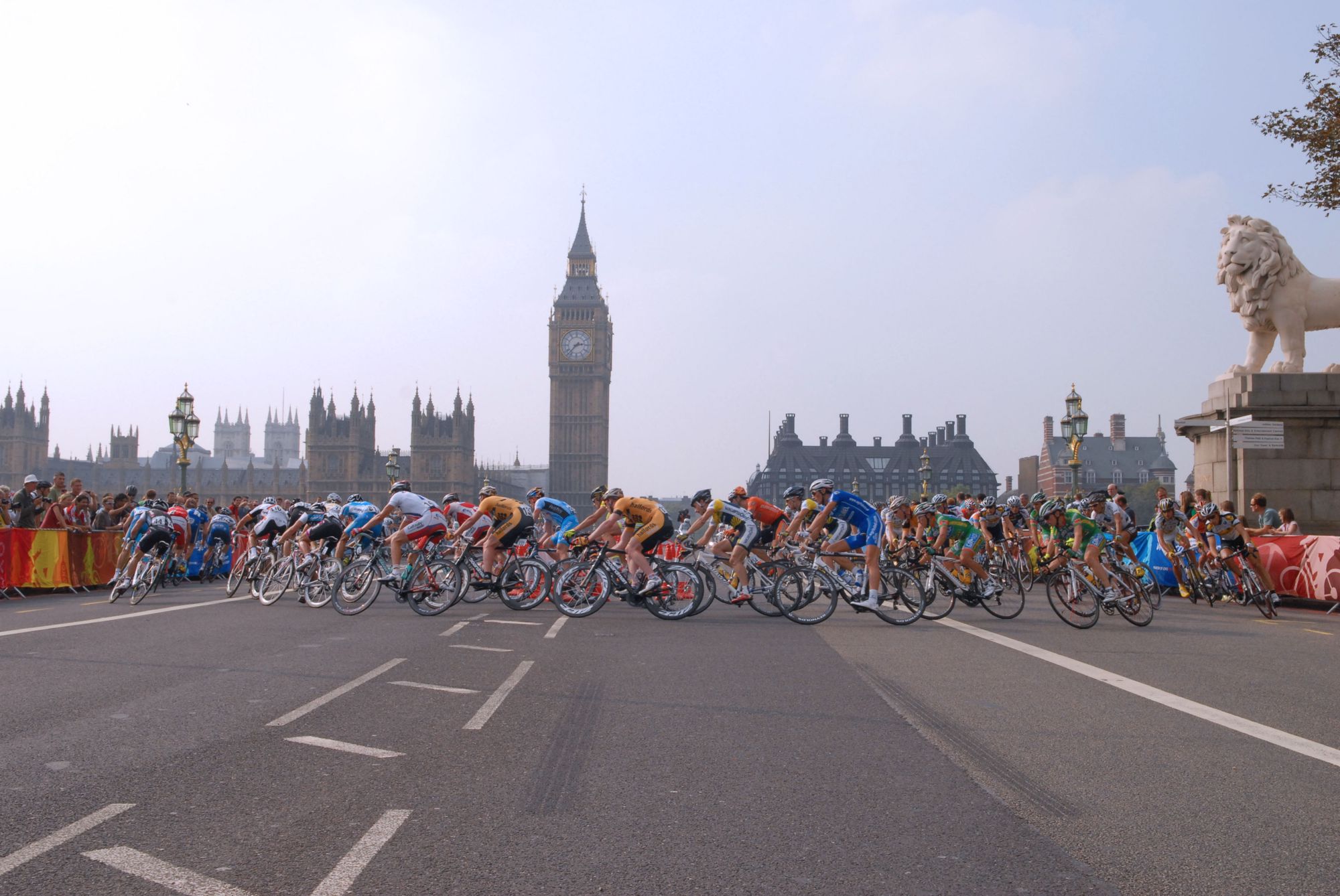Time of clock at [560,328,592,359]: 2:37
